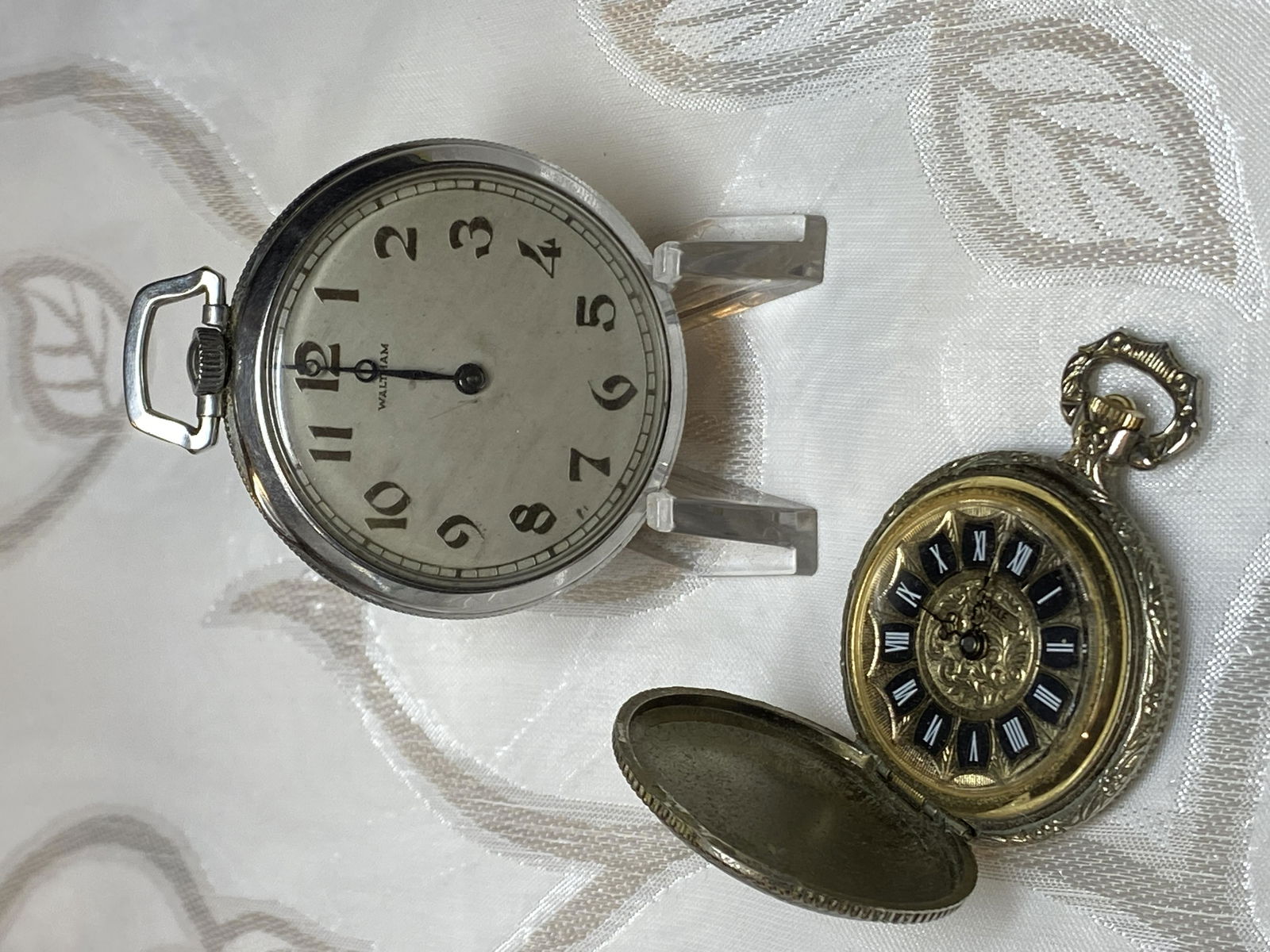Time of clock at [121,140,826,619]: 8:44
